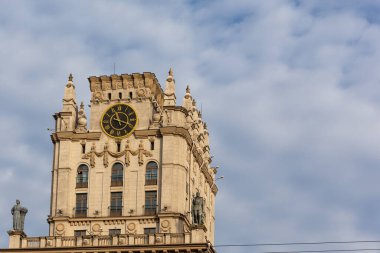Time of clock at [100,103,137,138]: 11:18
